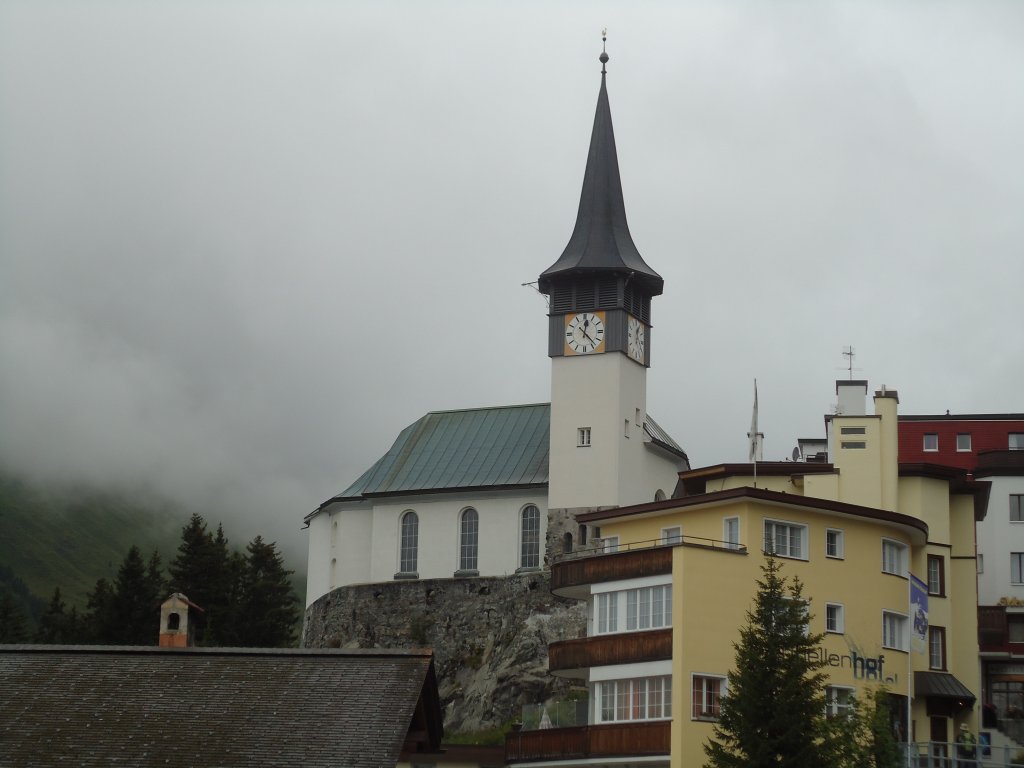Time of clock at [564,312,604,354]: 12:23
